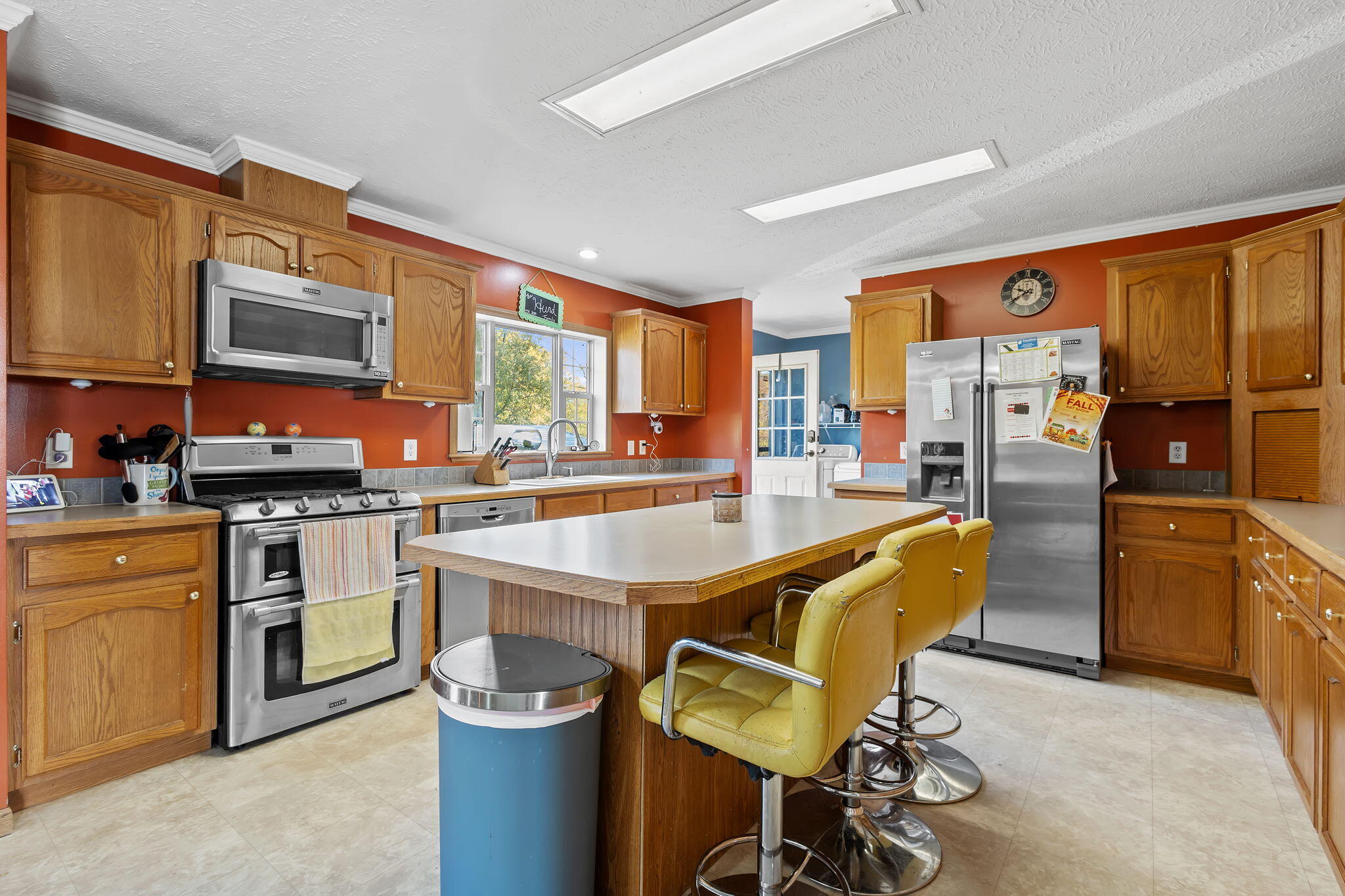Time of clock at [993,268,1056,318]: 9:39
